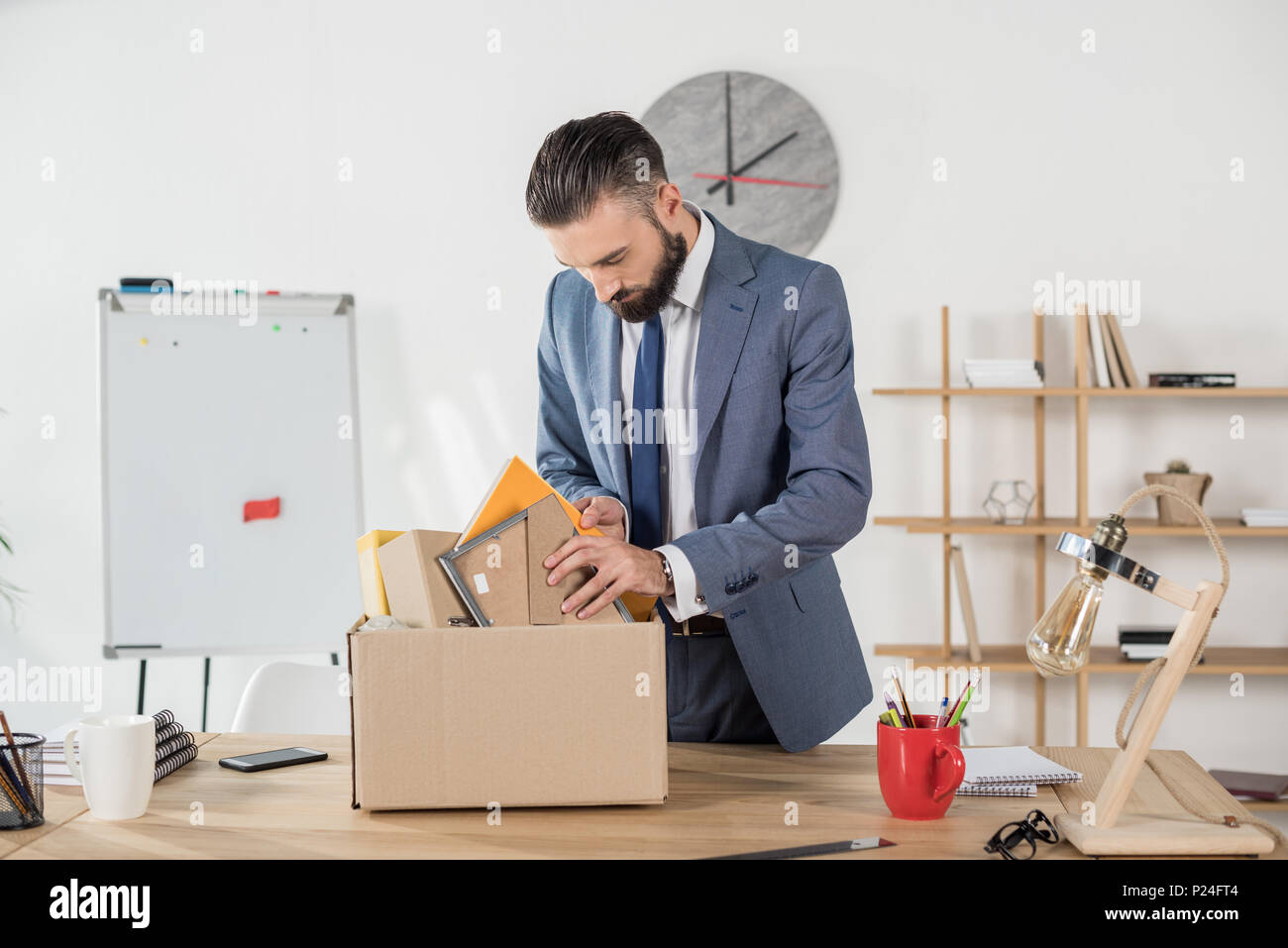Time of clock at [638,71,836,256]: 2:00
